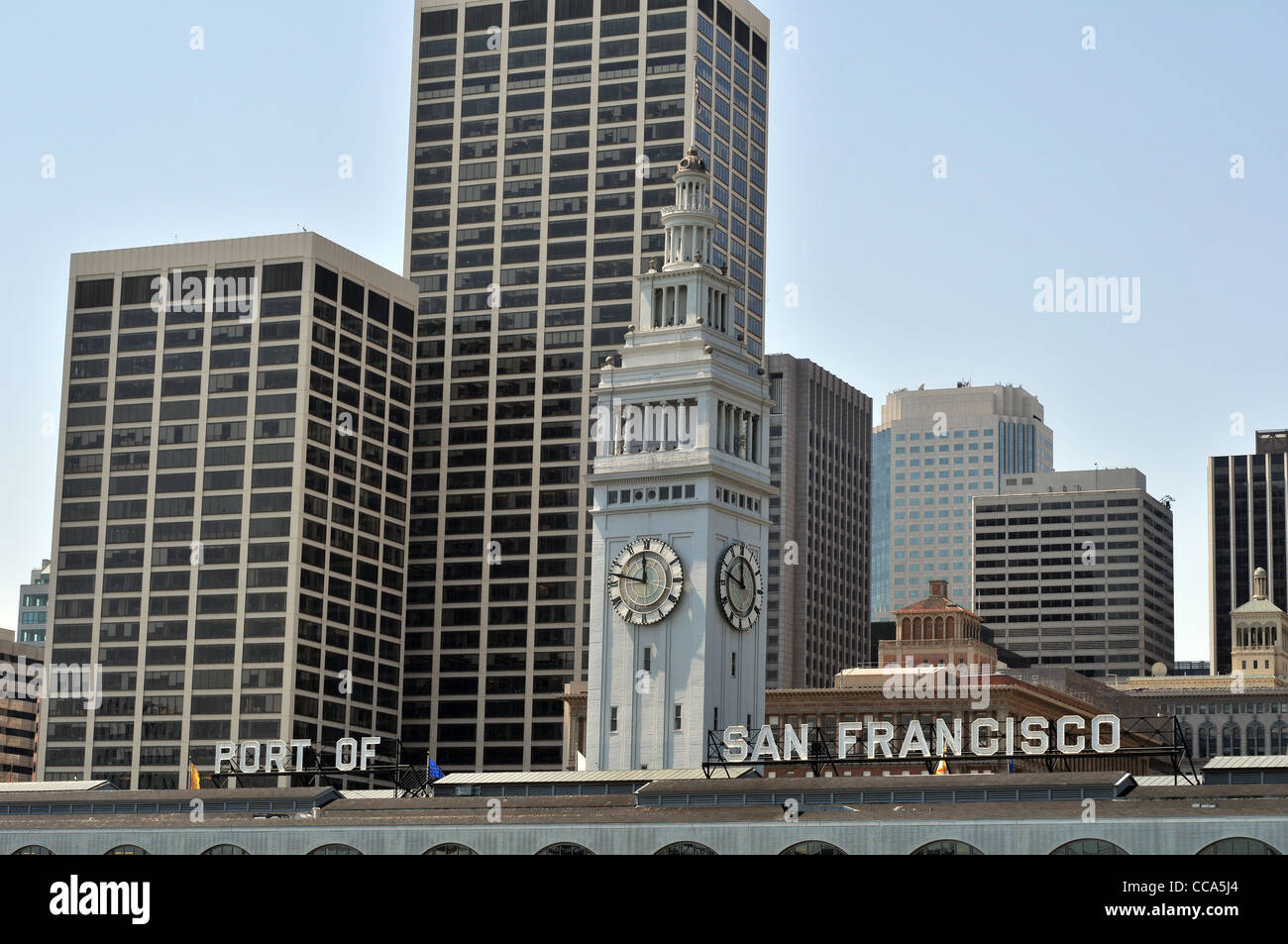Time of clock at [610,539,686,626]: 11:47
